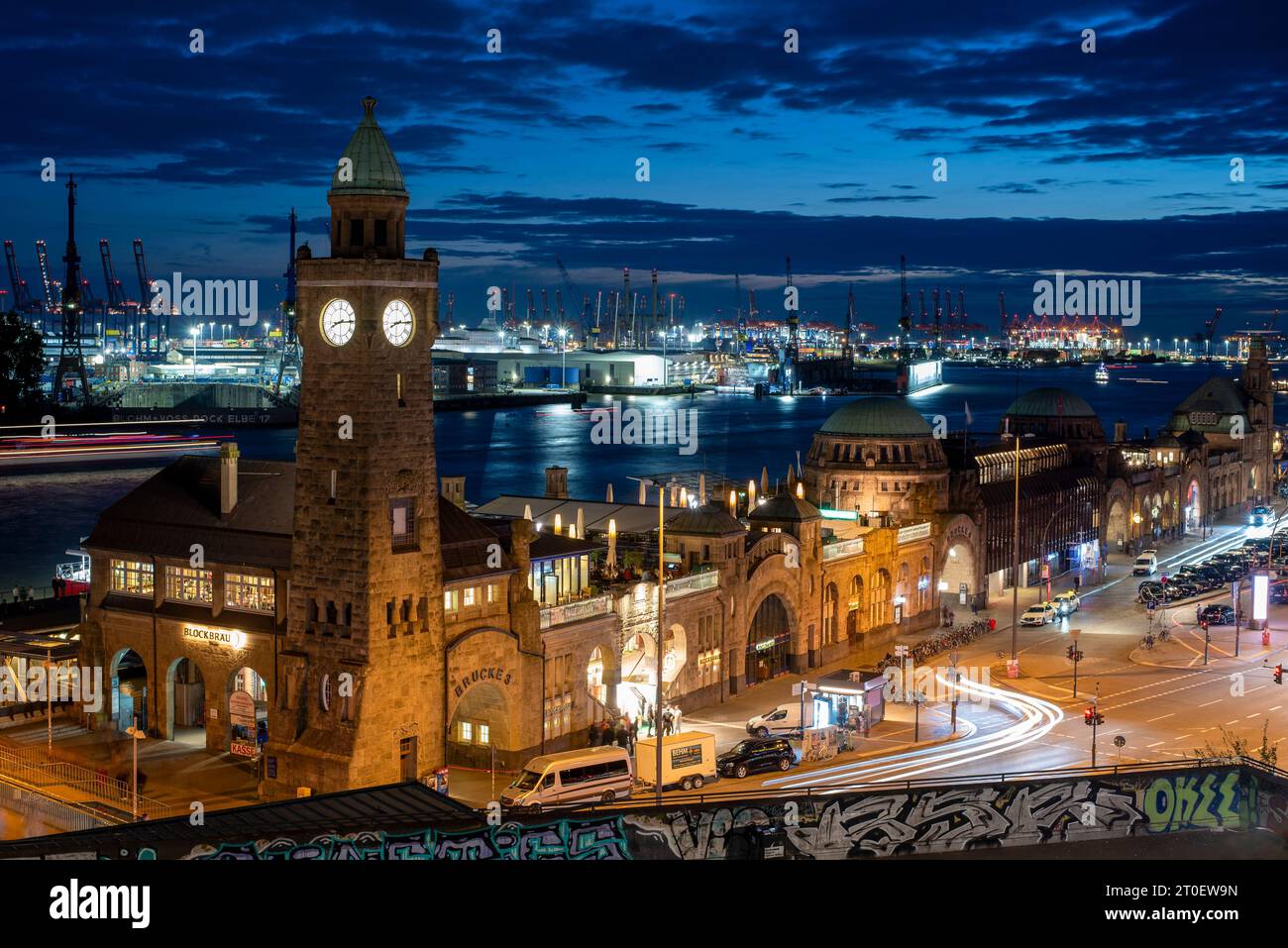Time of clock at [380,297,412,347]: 8:14
